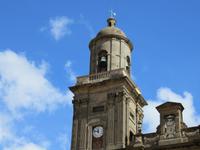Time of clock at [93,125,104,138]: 11:46
